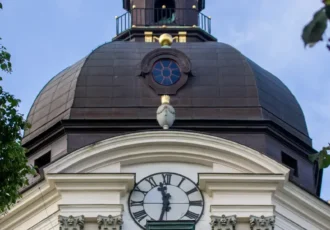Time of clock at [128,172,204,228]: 11:32
